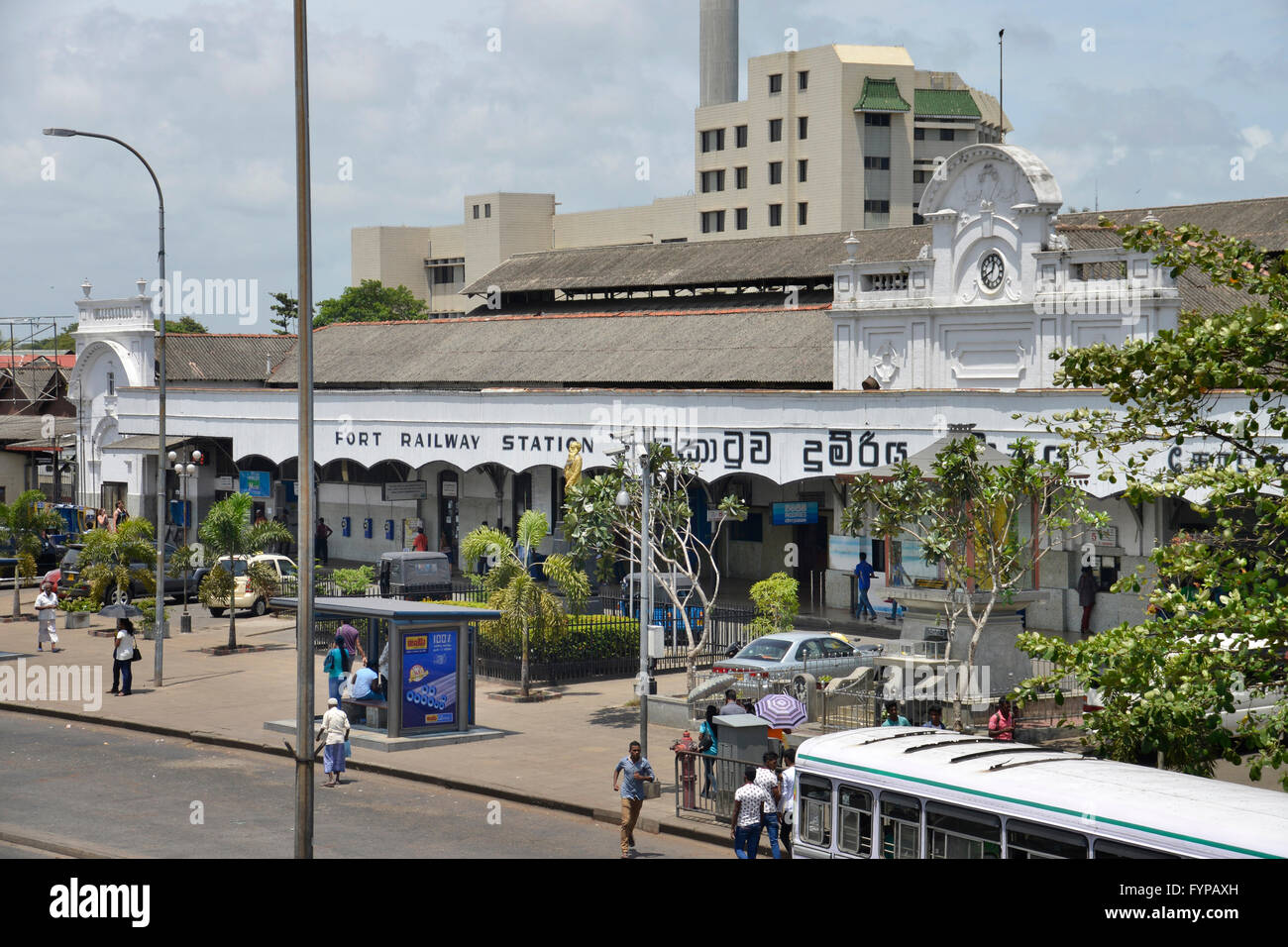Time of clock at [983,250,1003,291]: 12:40
